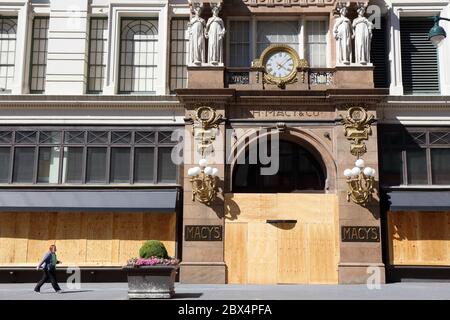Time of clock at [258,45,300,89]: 4:07
